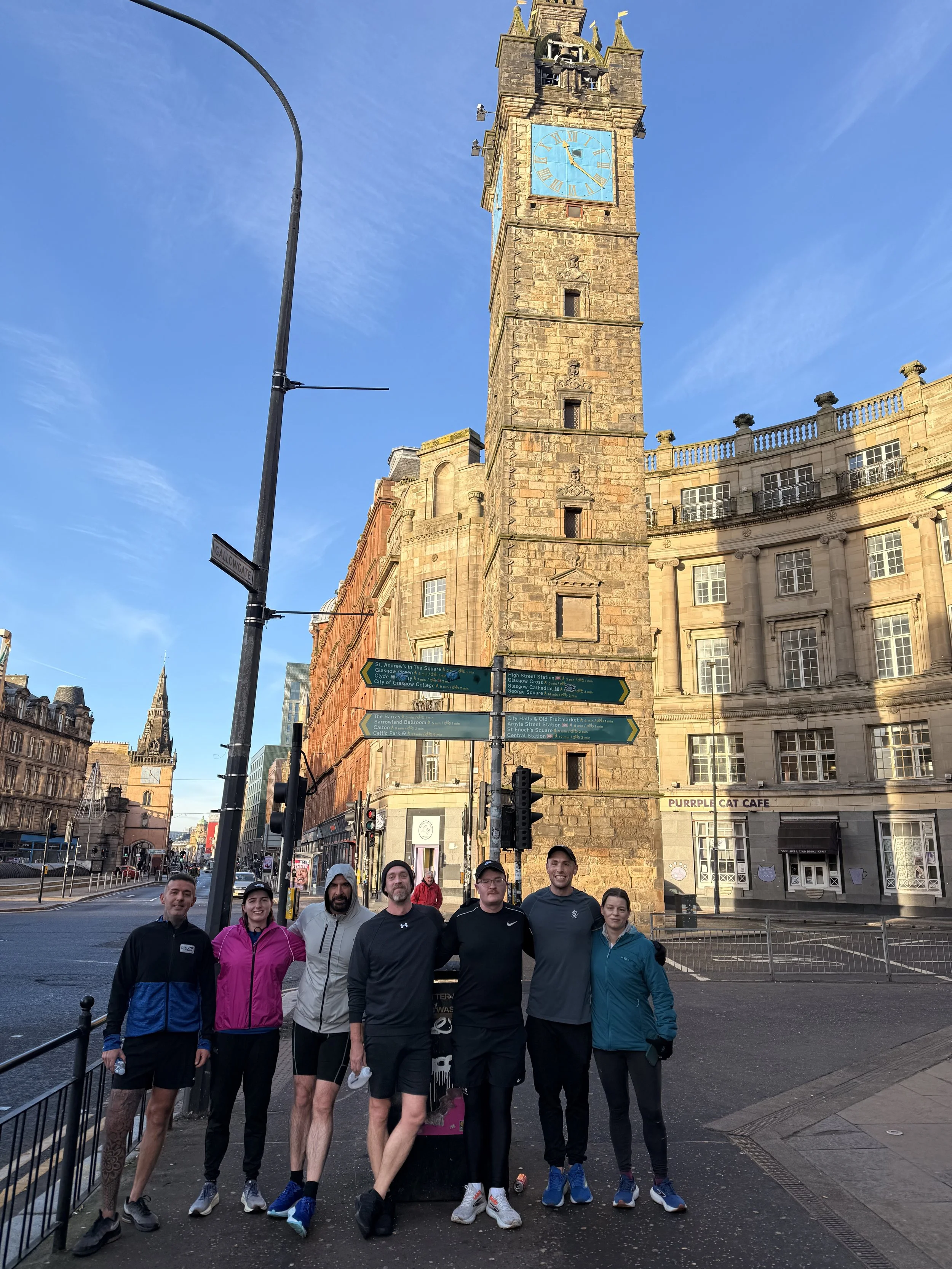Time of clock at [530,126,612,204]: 11:21
